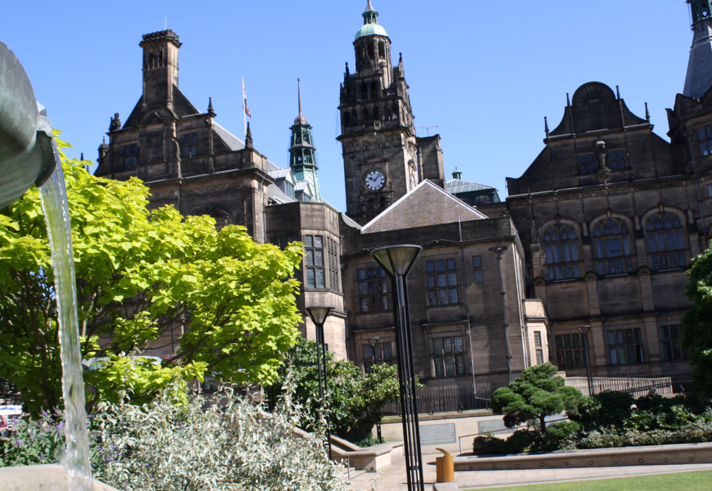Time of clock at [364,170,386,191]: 10:07
